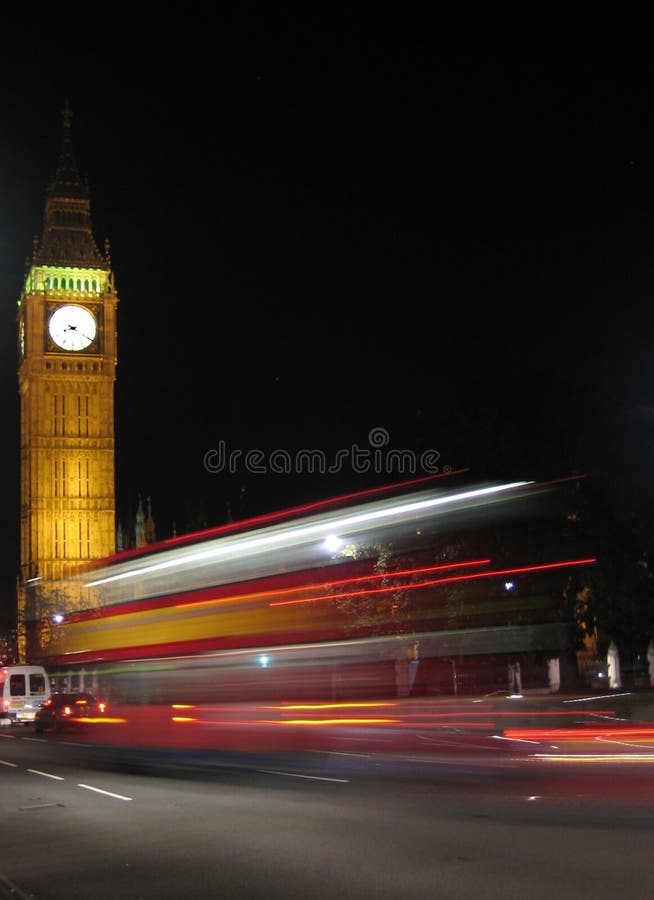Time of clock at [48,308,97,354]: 8:20
